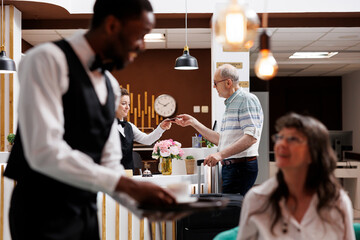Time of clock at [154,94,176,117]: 1:48
